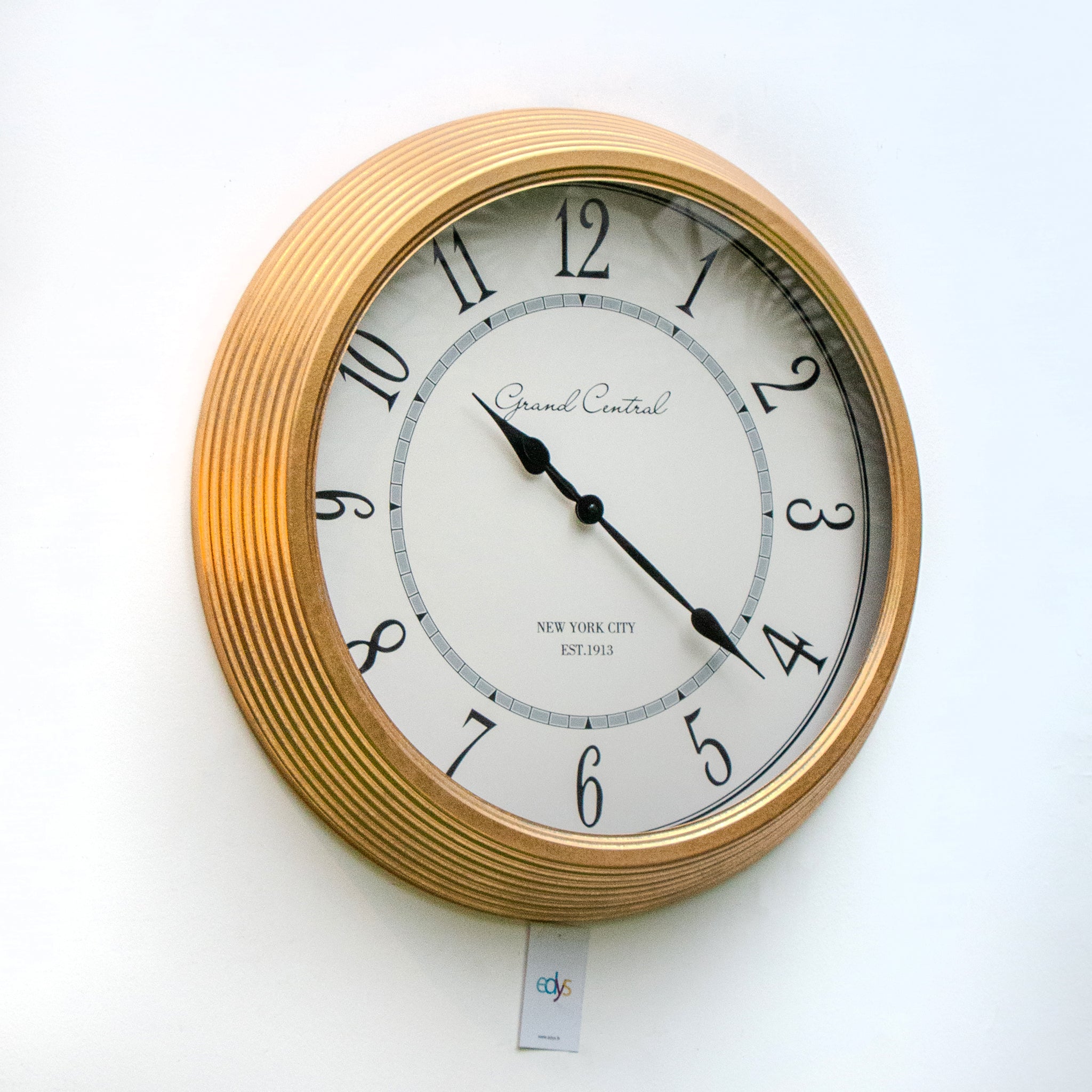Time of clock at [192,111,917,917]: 10:21
